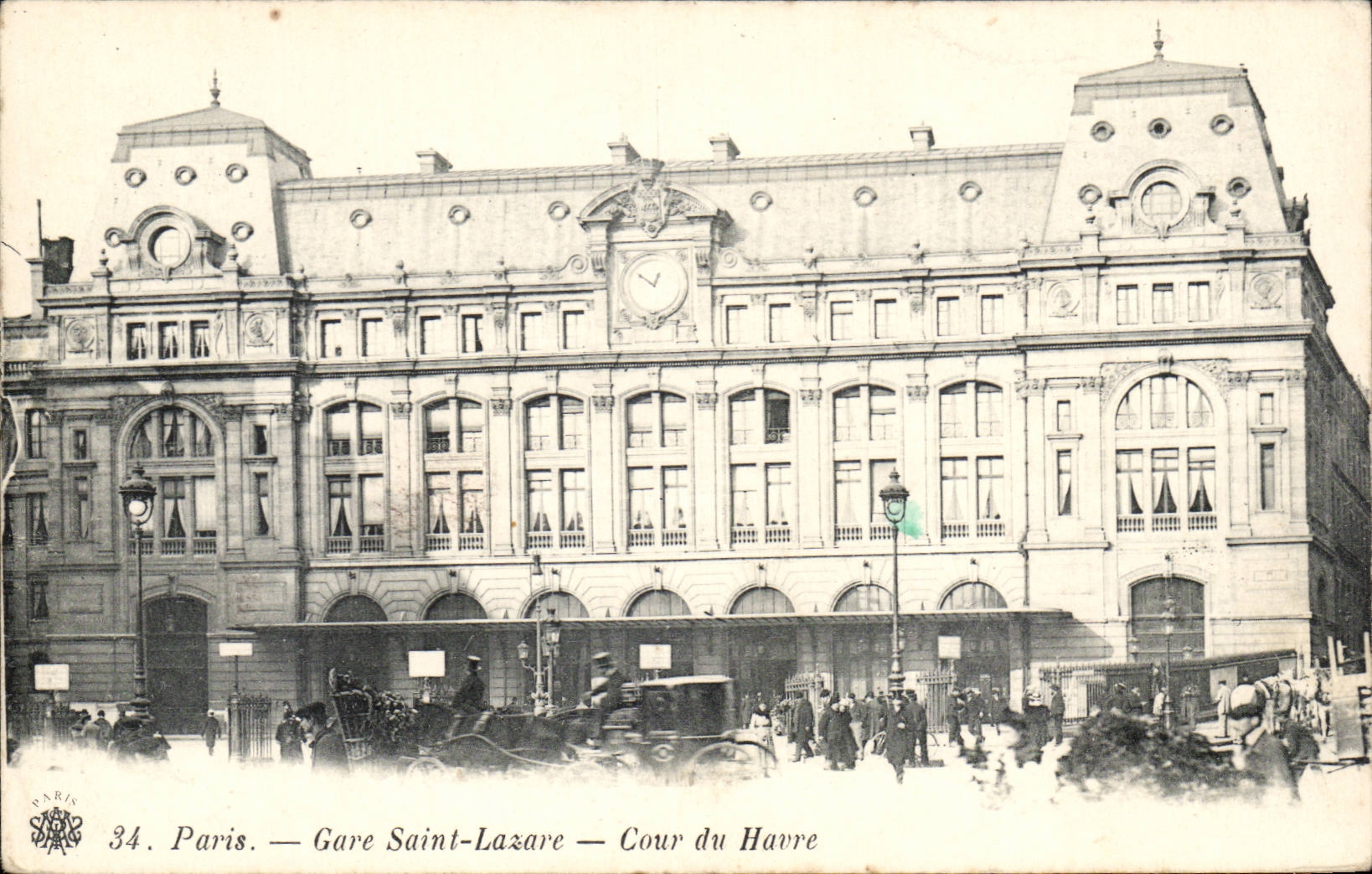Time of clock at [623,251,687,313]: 12:51
